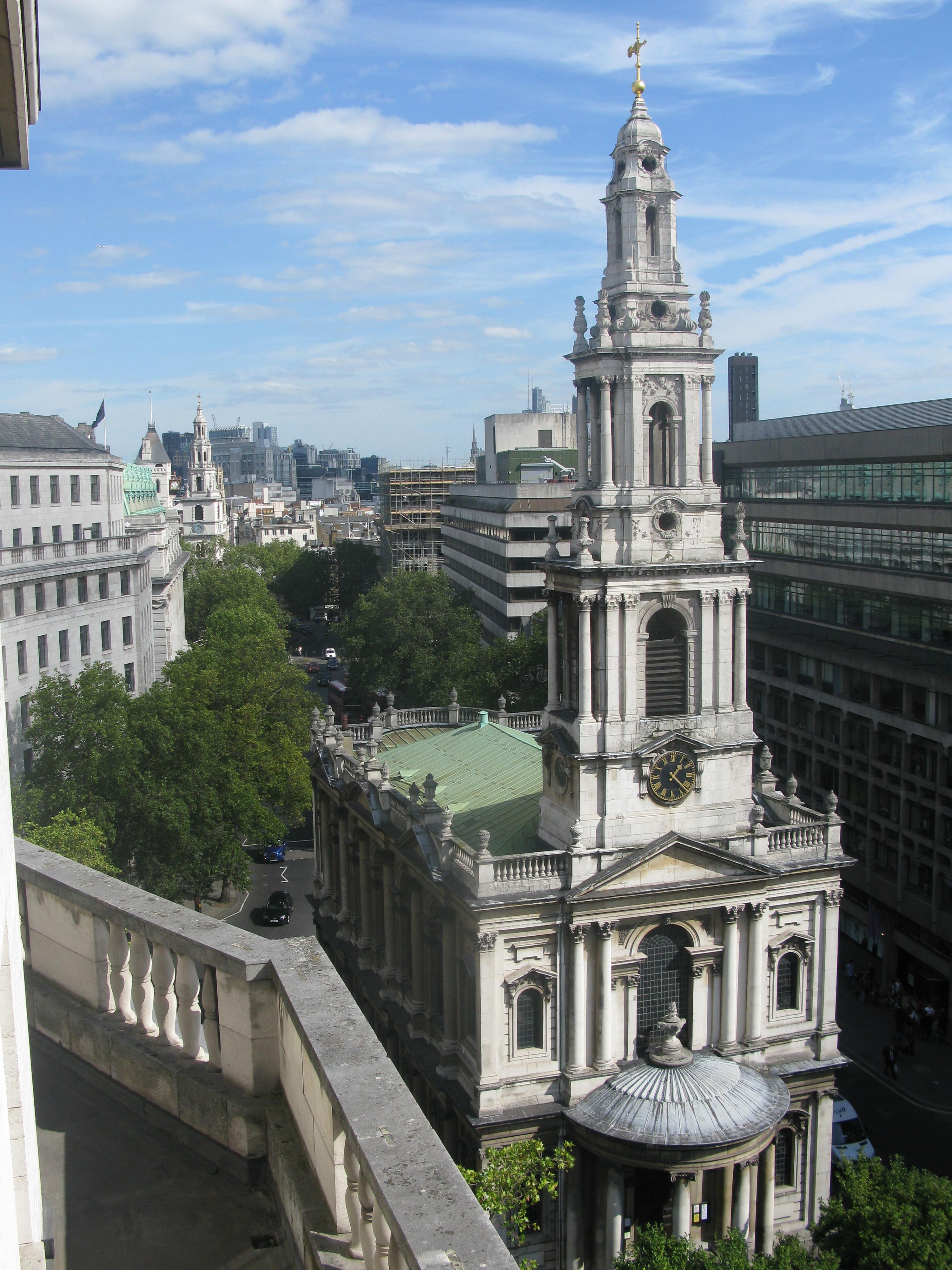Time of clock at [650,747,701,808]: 1:22
